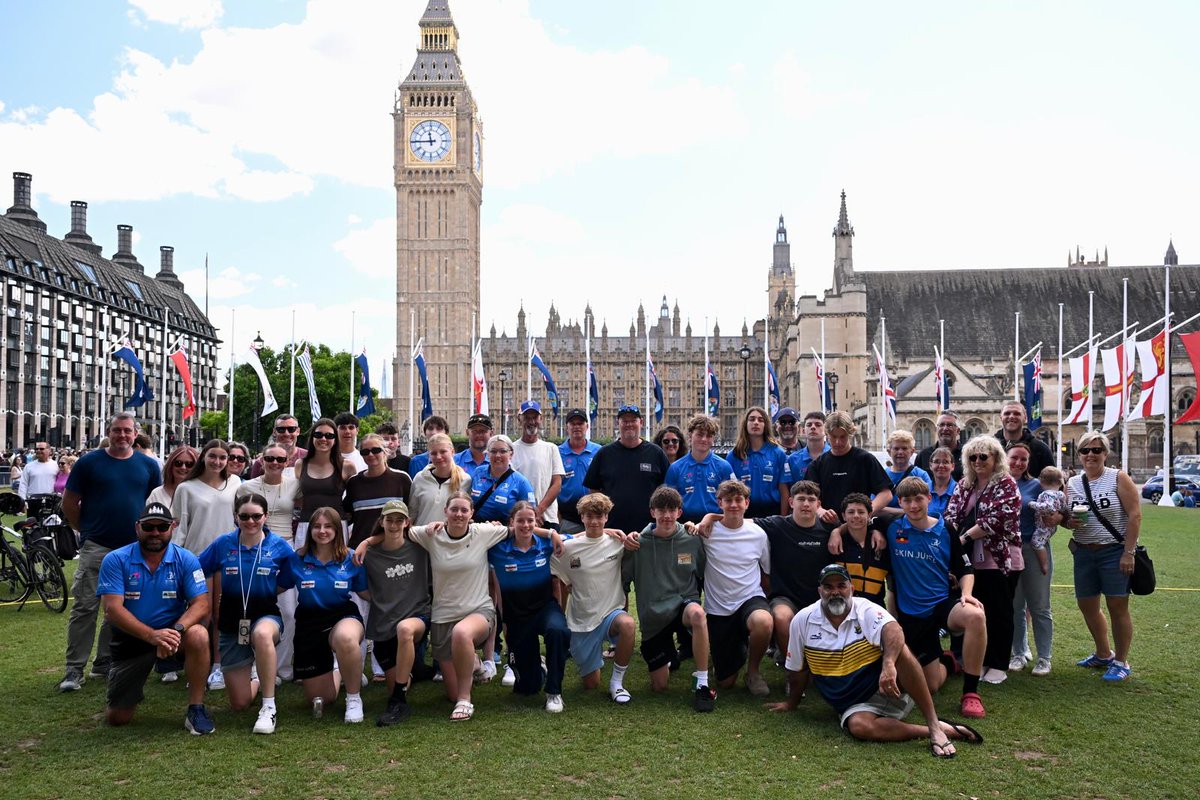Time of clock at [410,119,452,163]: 11:44
